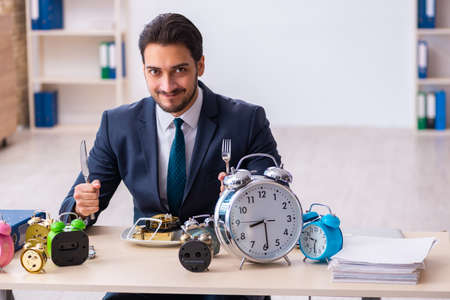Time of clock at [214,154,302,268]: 8:29
